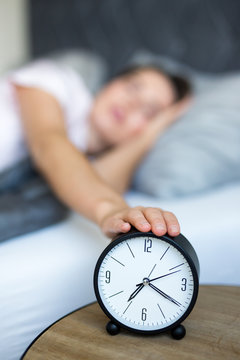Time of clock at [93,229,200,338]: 7:20
